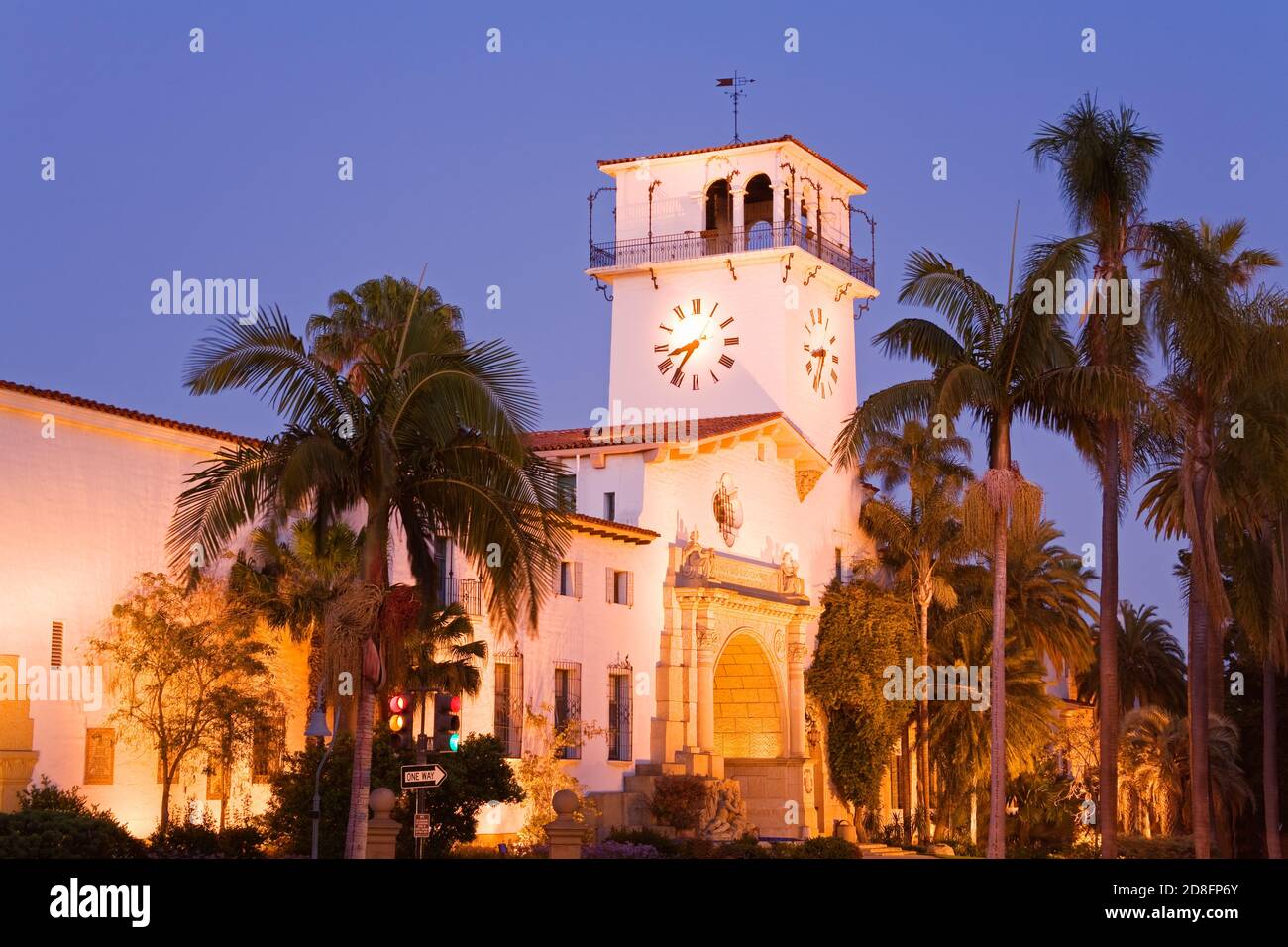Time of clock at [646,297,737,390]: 8:36
